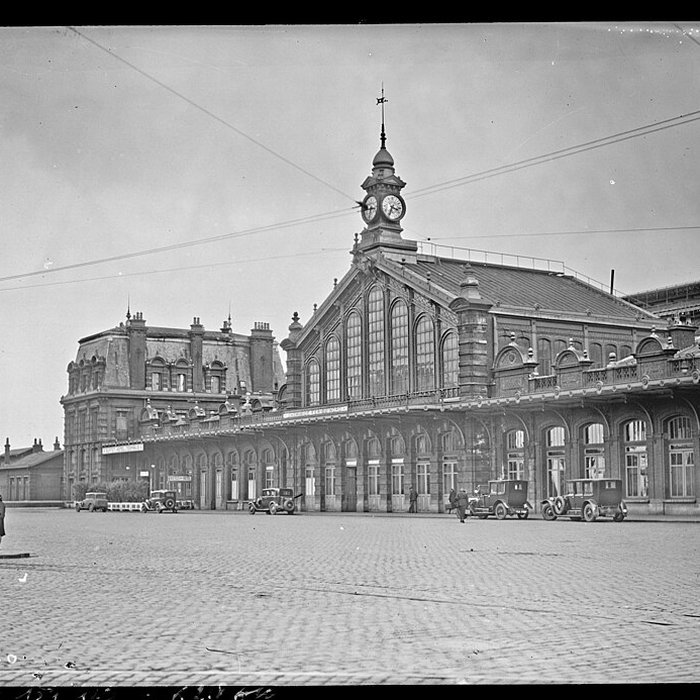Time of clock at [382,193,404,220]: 3:34
